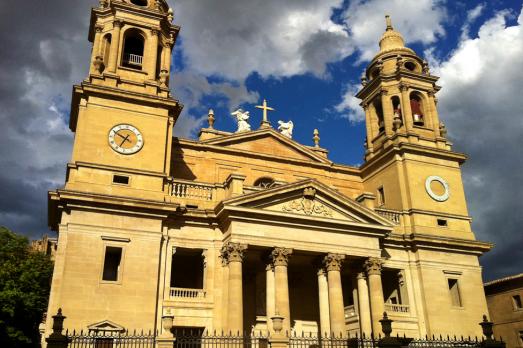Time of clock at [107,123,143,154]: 6:49
